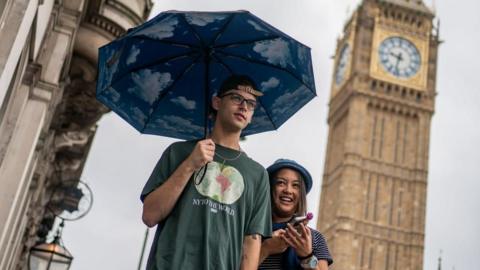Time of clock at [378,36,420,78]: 9:32
